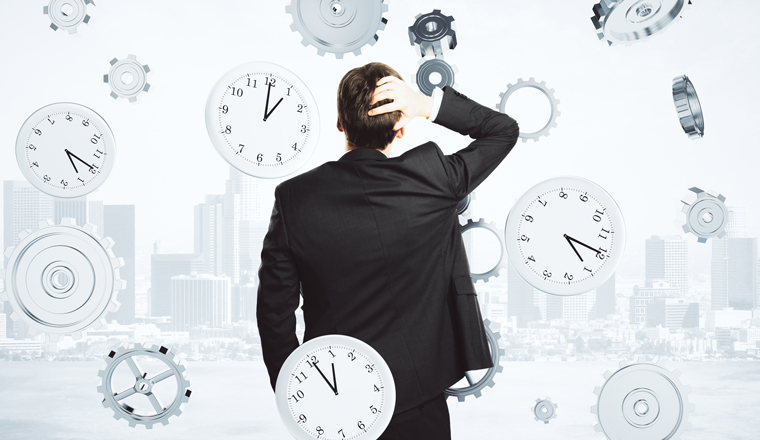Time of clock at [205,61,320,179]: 1:00
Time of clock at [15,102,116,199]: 5:19
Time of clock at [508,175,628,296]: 5:19
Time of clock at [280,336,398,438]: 11:54
